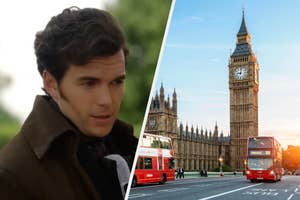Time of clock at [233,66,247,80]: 9:01
